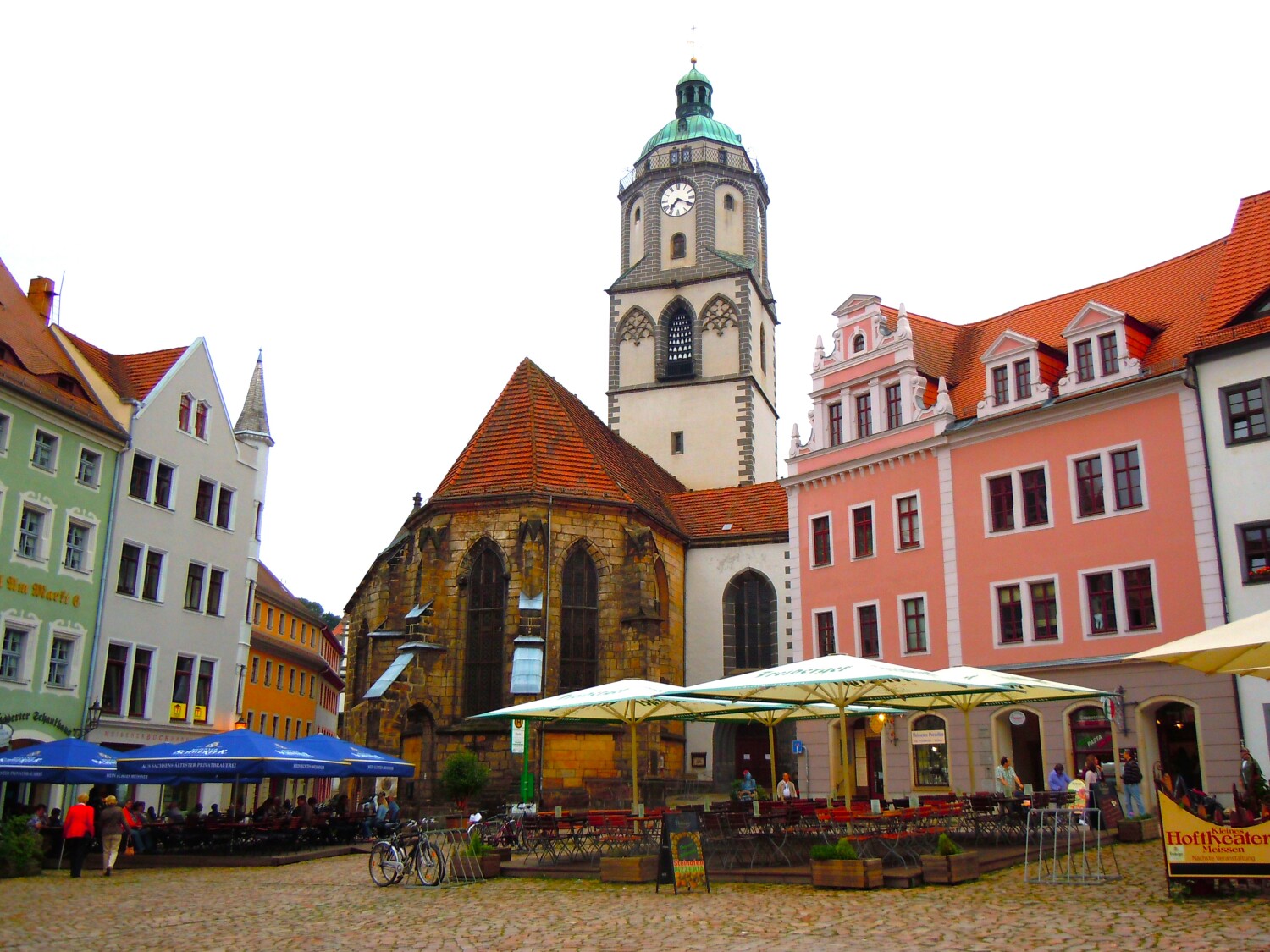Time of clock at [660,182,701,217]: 7:19
